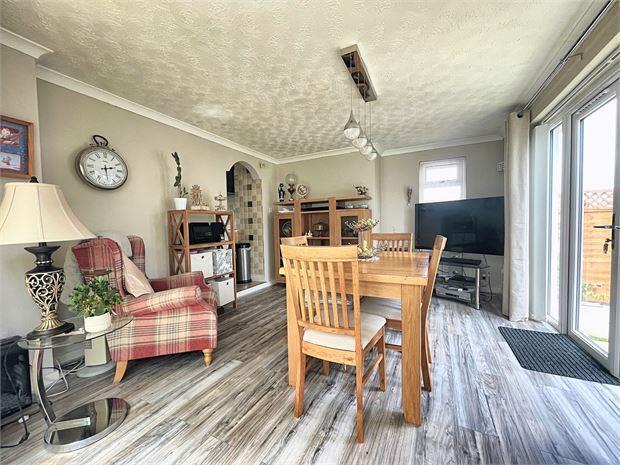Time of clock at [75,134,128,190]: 2:28
